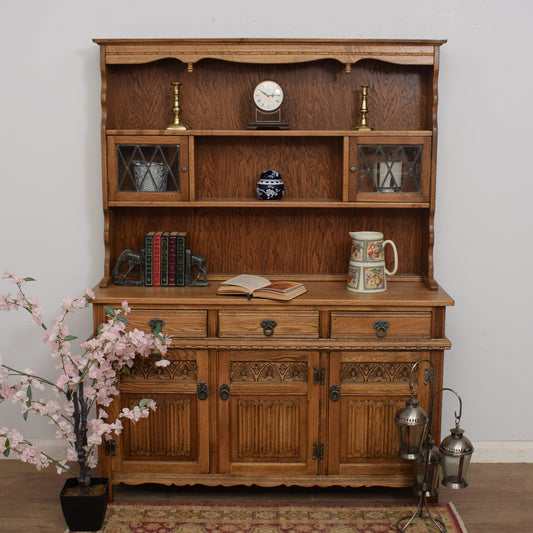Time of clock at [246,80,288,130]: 10:14
